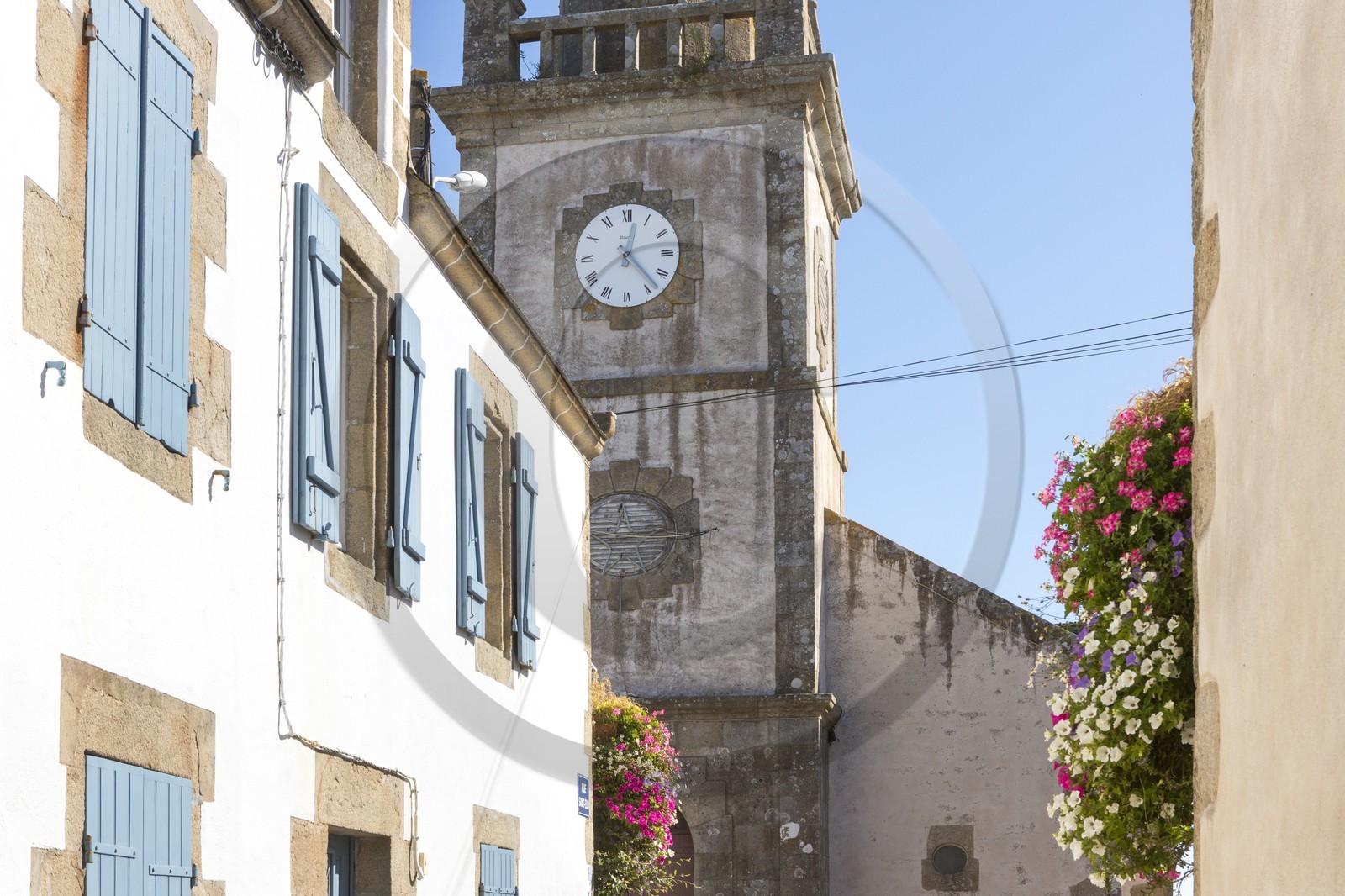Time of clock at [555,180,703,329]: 12:23
